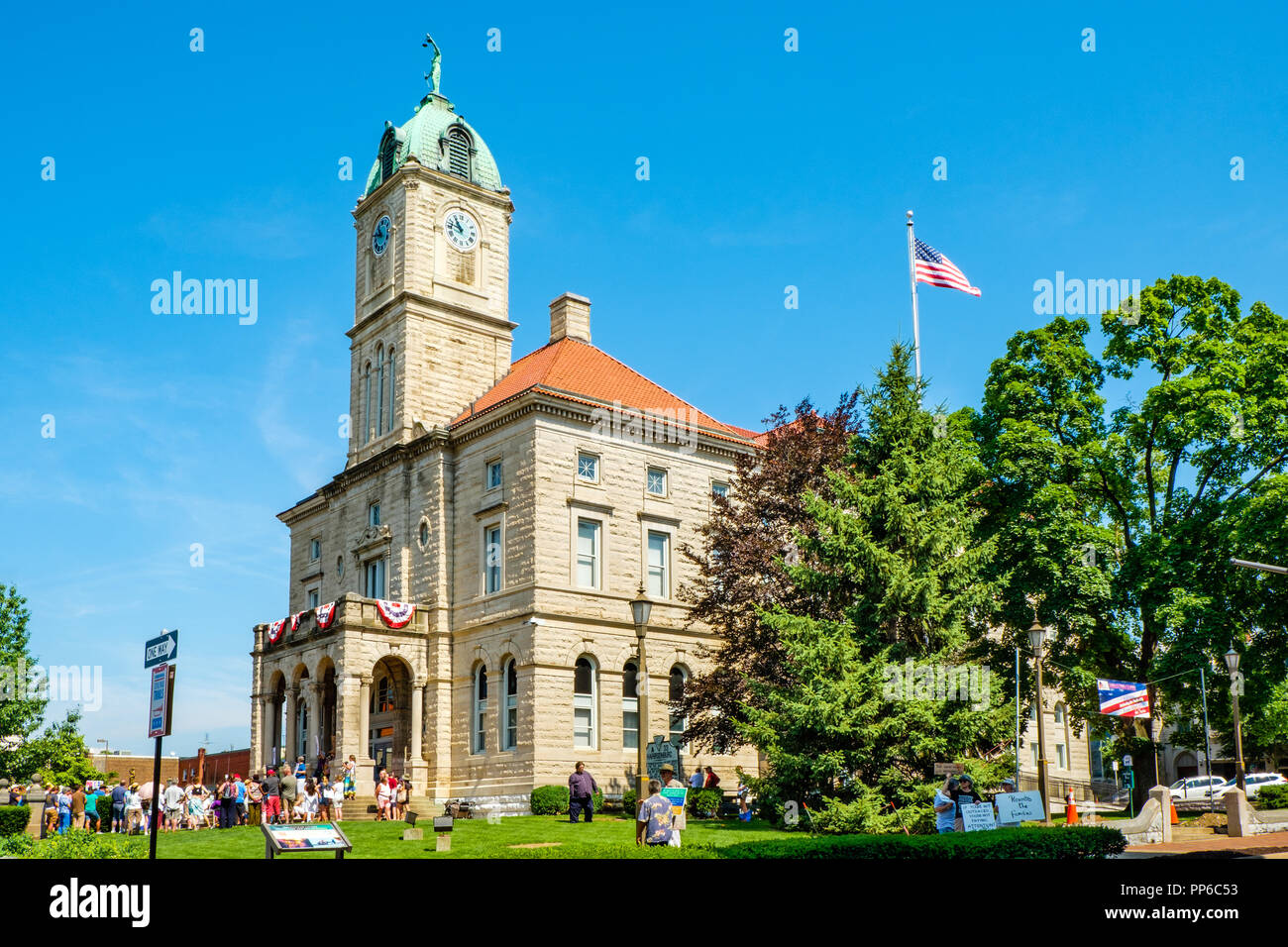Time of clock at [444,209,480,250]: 10:47
